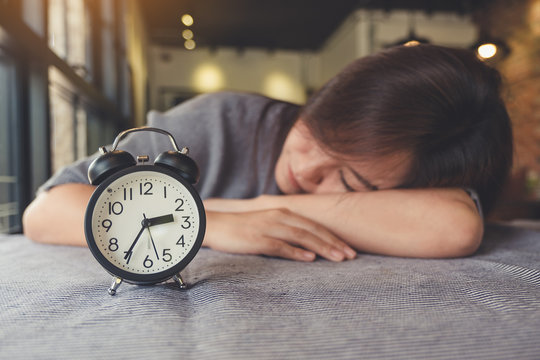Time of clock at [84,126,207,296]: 2:35
